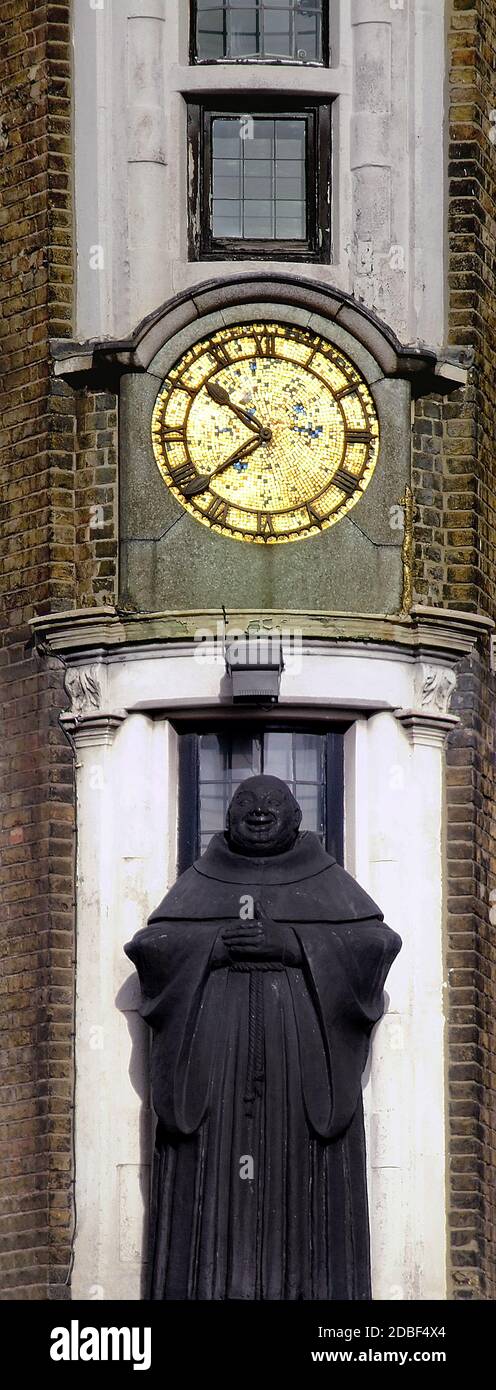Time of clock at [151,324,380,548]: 7:51
